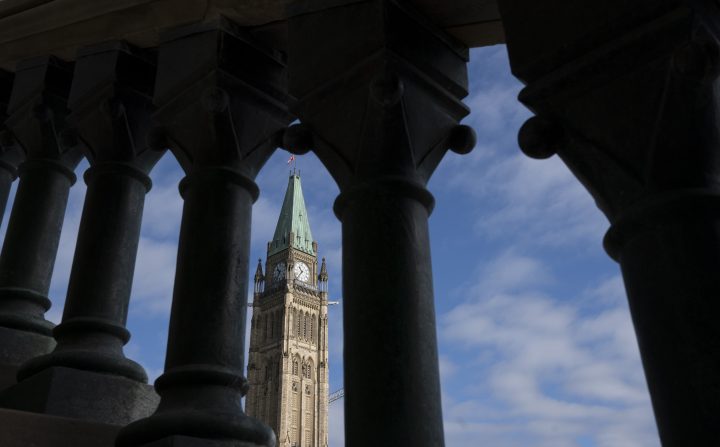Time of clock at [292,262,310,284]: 10:36
